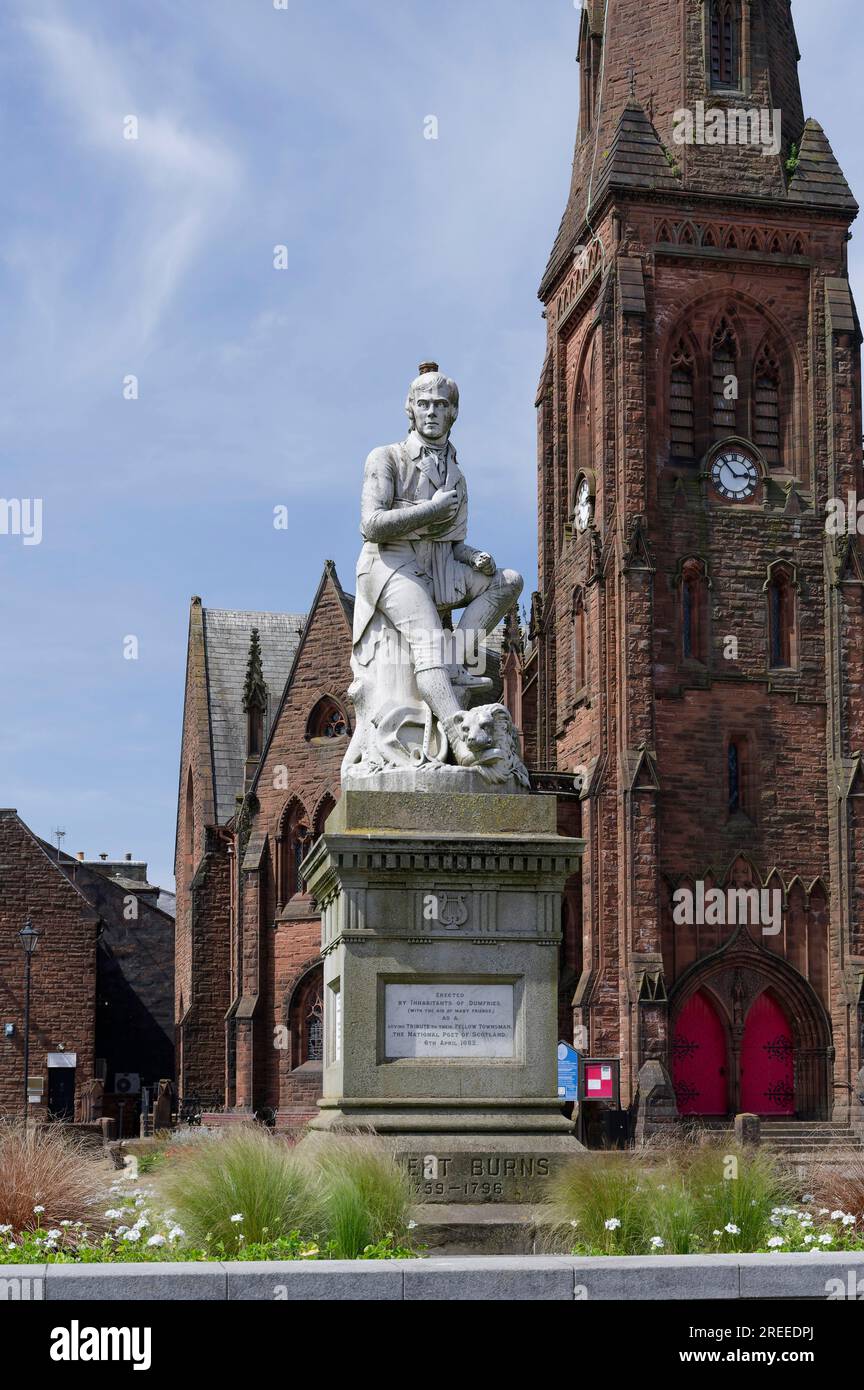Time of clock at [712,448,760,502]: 2:53
